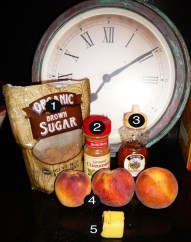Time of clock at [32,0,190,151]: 7:09
